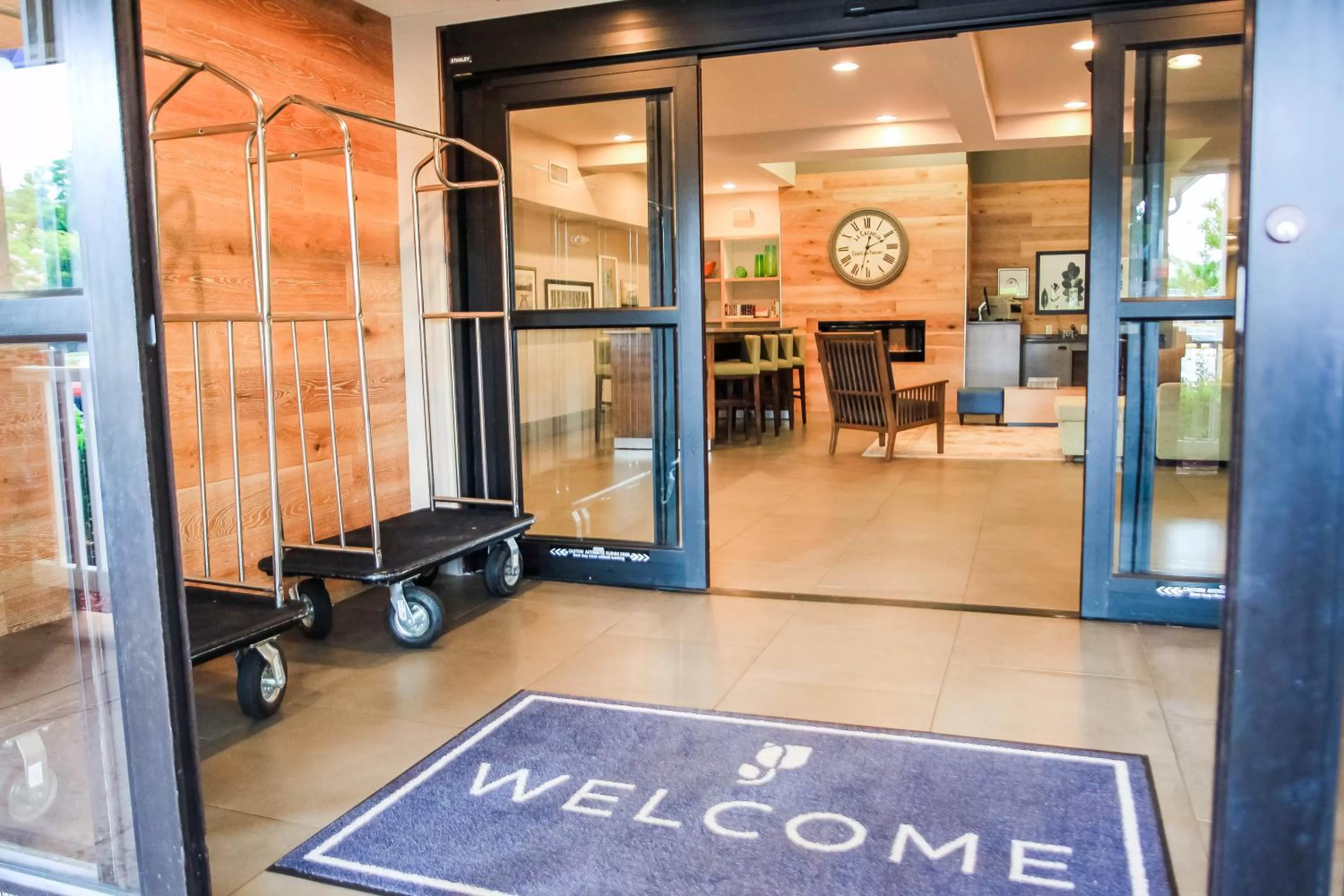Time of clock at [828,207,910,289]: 12:32
